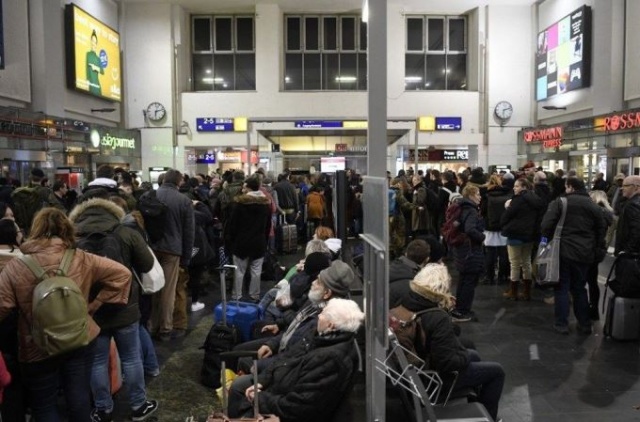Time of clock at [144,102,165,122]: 6:12
